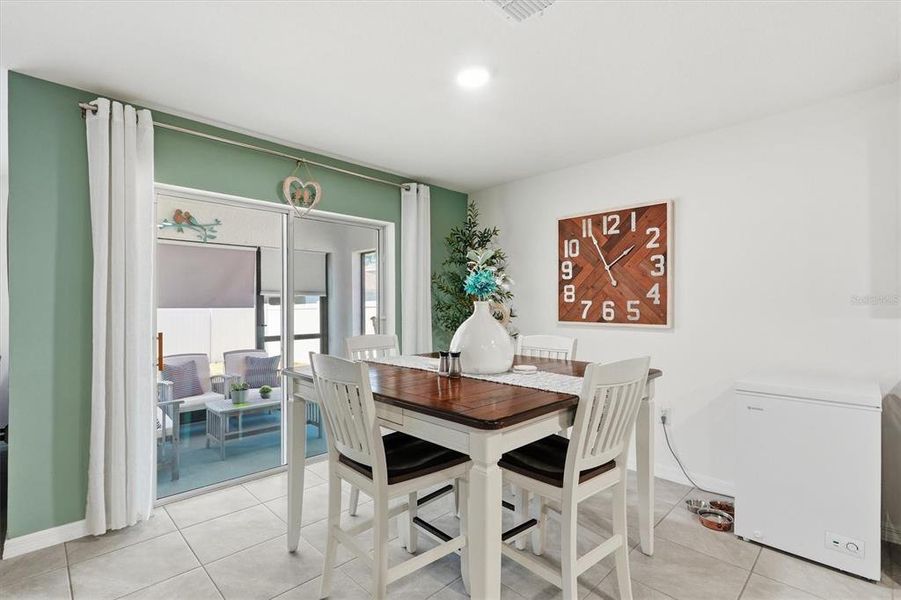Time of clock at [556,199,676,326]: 1:55
